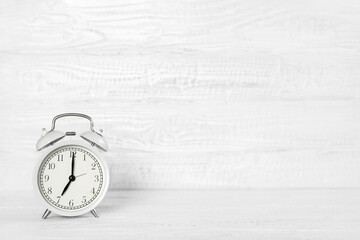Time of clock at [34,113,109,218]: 7:00
